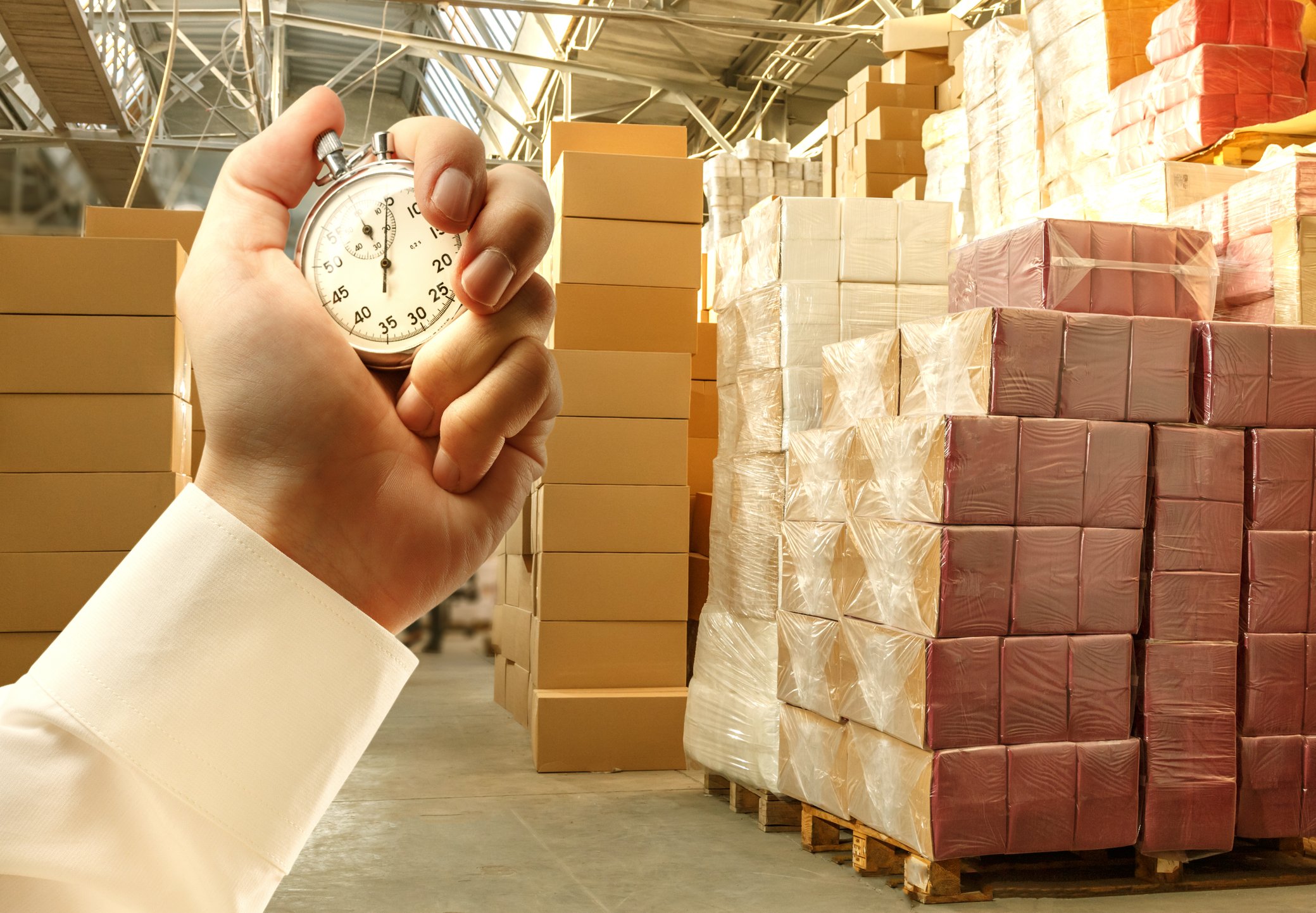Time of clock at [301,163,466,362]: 11:00
